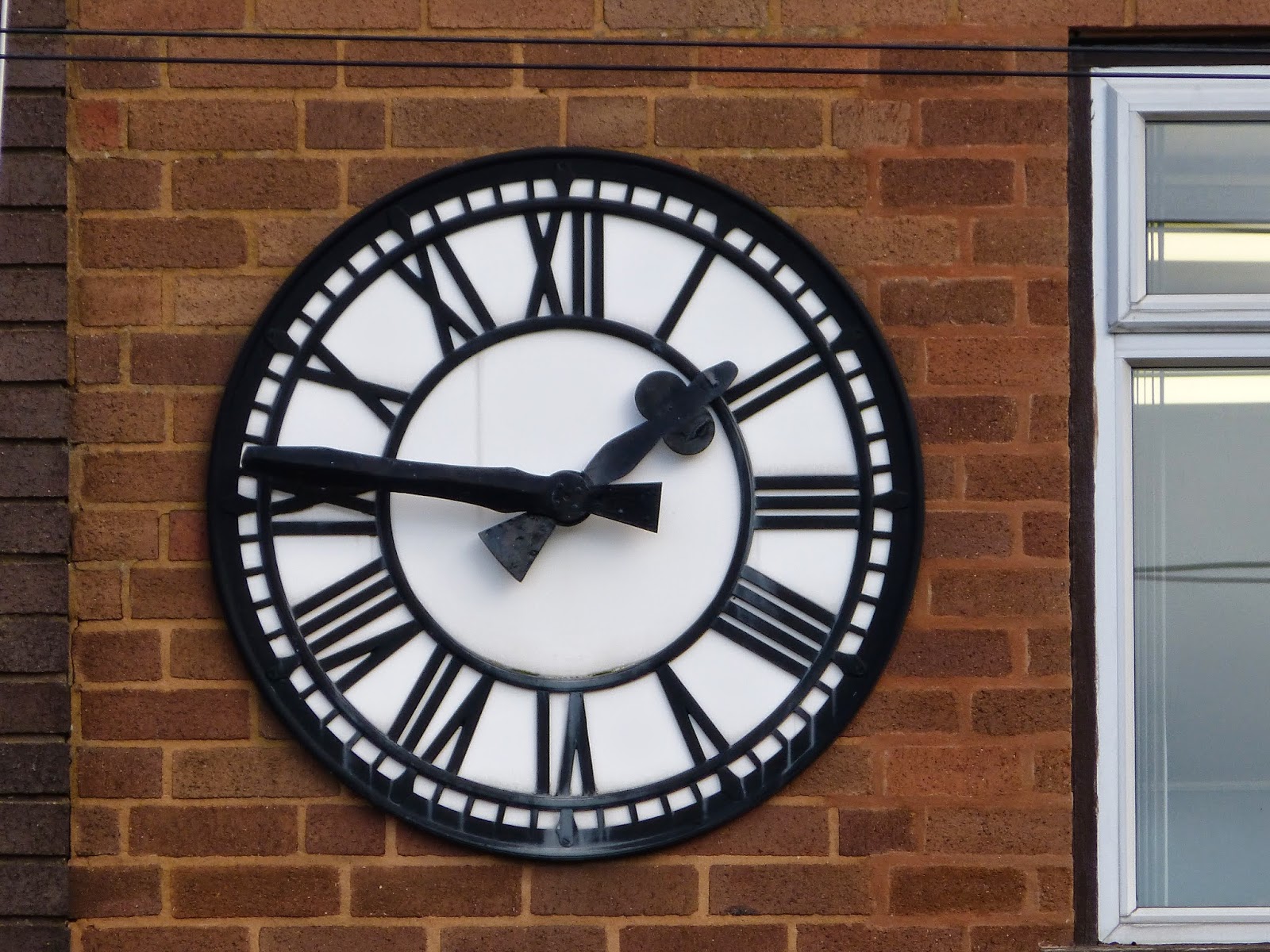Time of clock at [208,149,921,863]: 1:46
